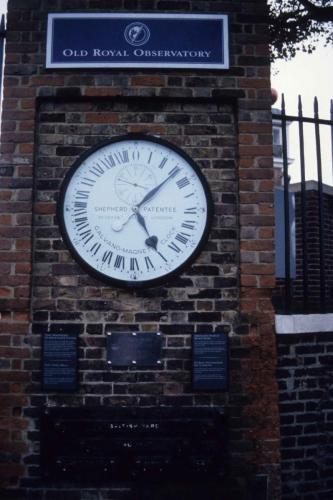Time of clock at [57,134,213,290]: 5:07
